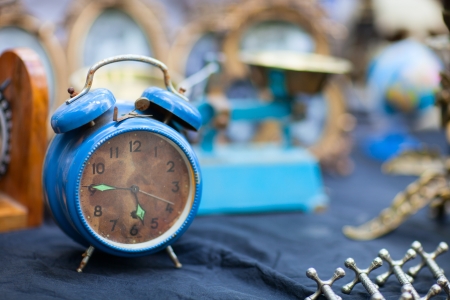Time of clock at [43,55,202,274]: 5:45
